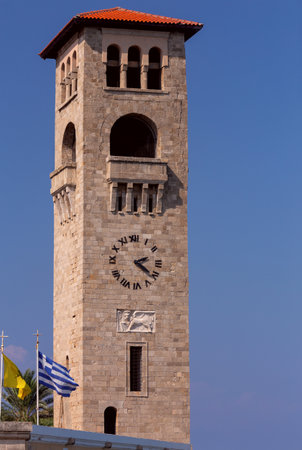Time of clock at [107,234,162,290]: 2:21
